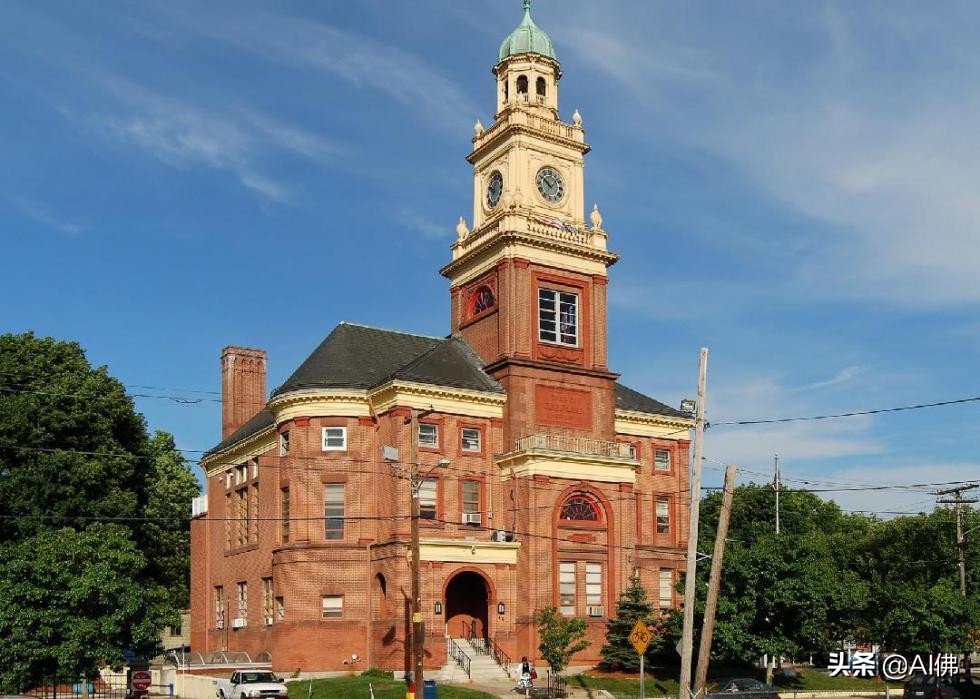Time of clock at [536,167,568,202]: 10:07
